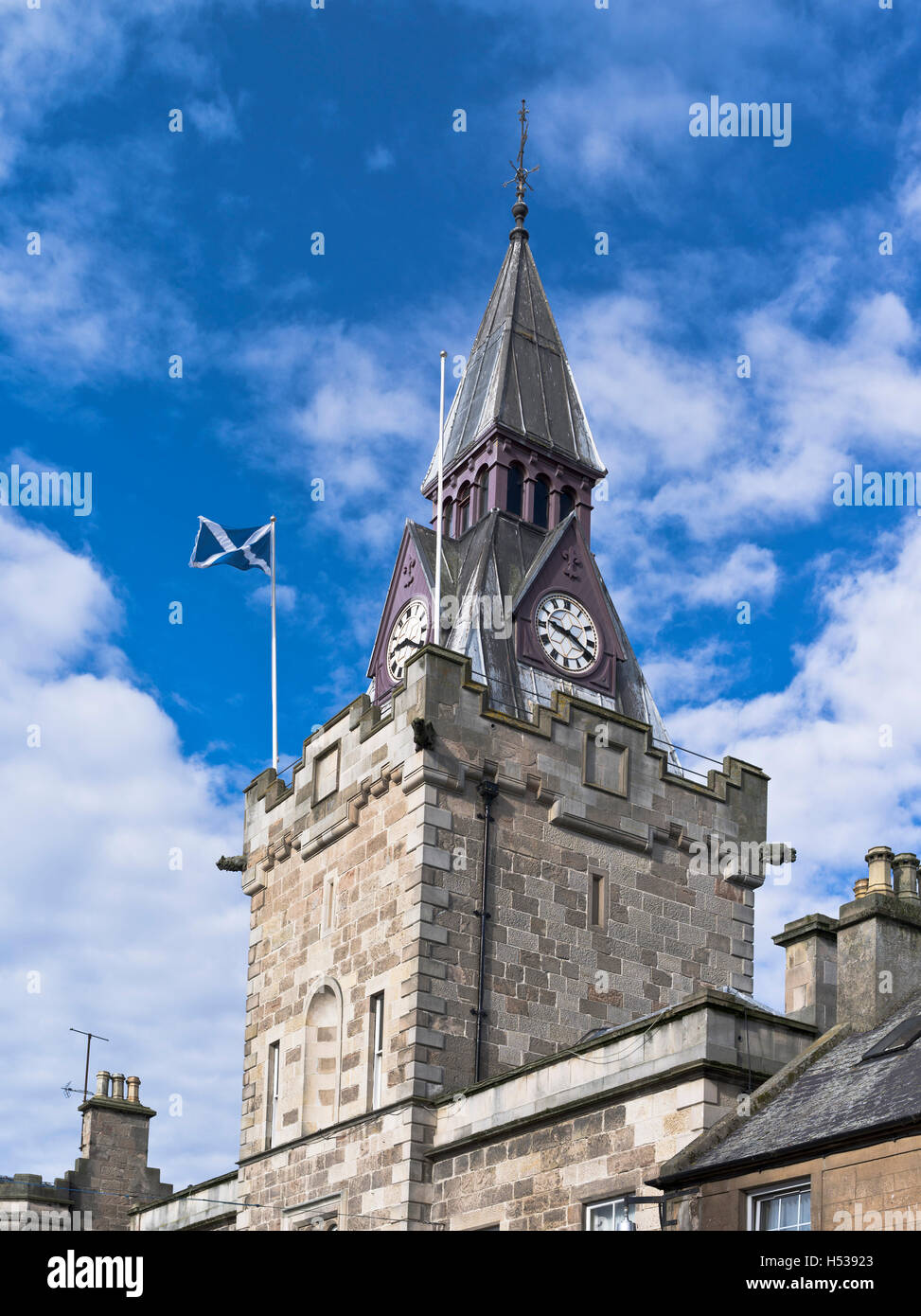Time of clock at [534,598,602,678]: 9:19
